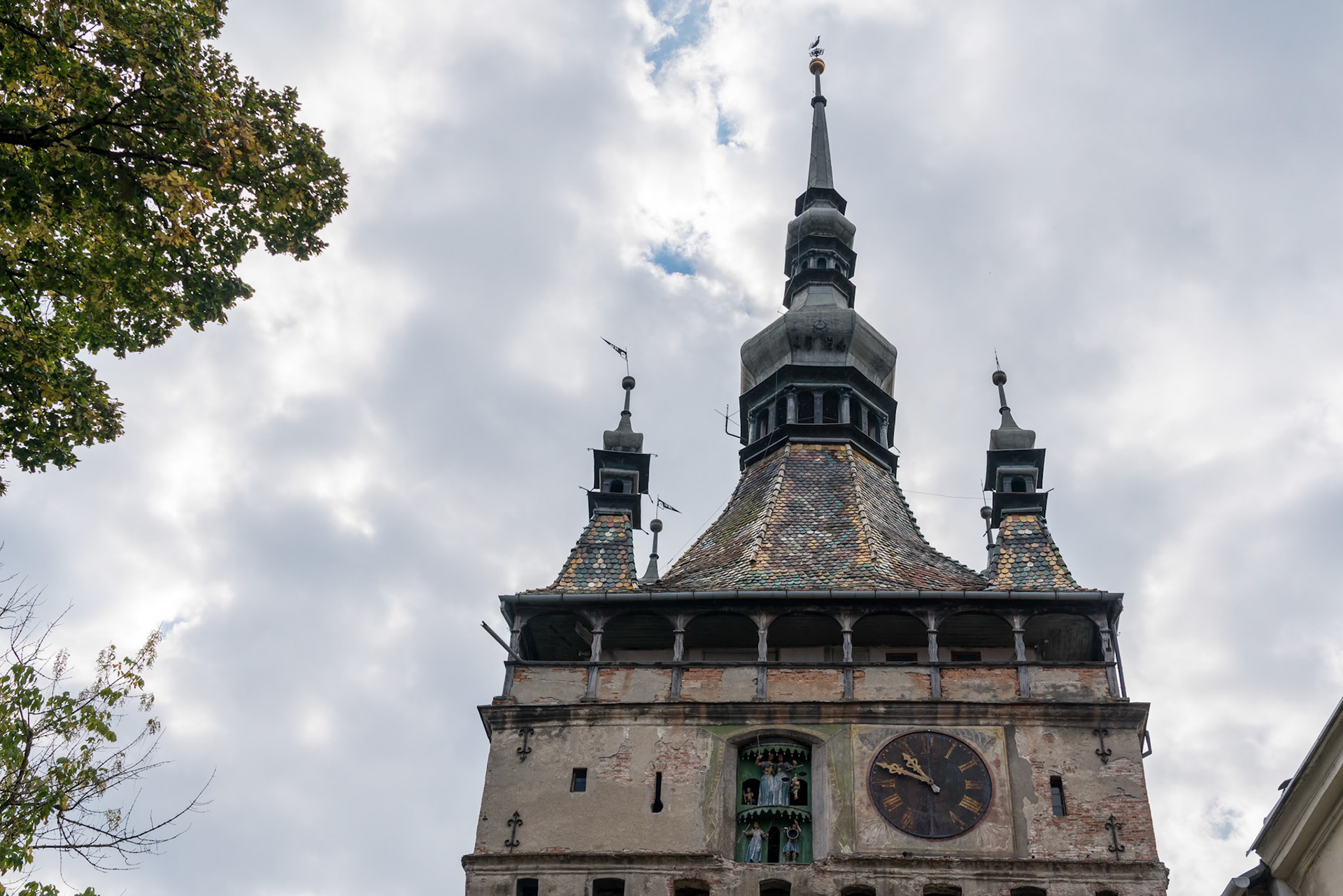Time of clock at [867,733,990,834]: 10:48
